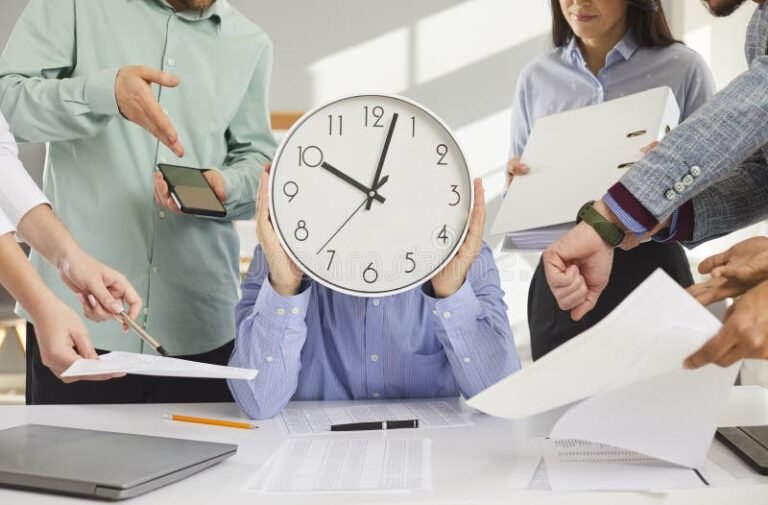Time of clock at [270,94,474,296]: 10:02
